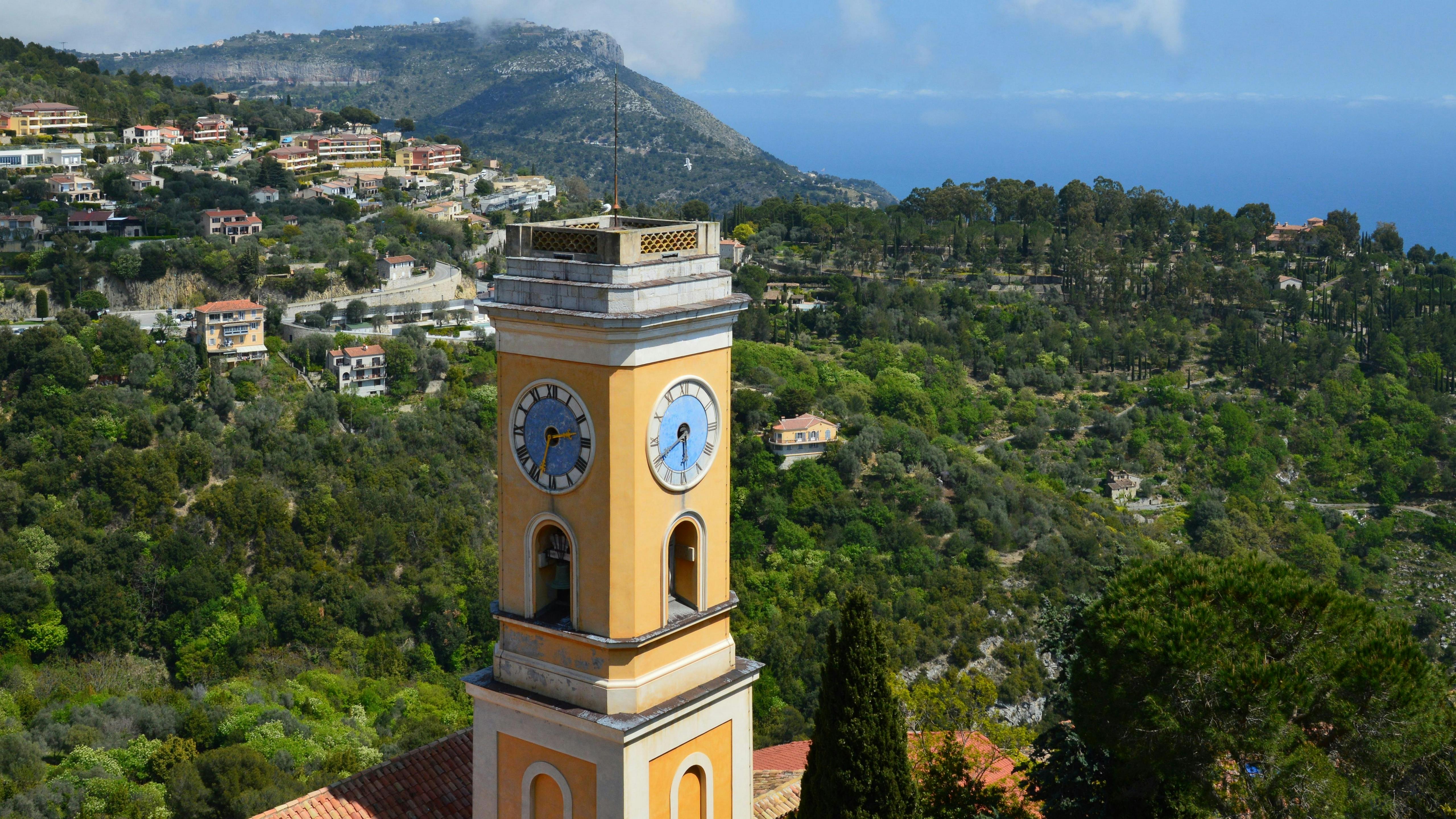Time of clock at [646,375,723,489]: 5:40
